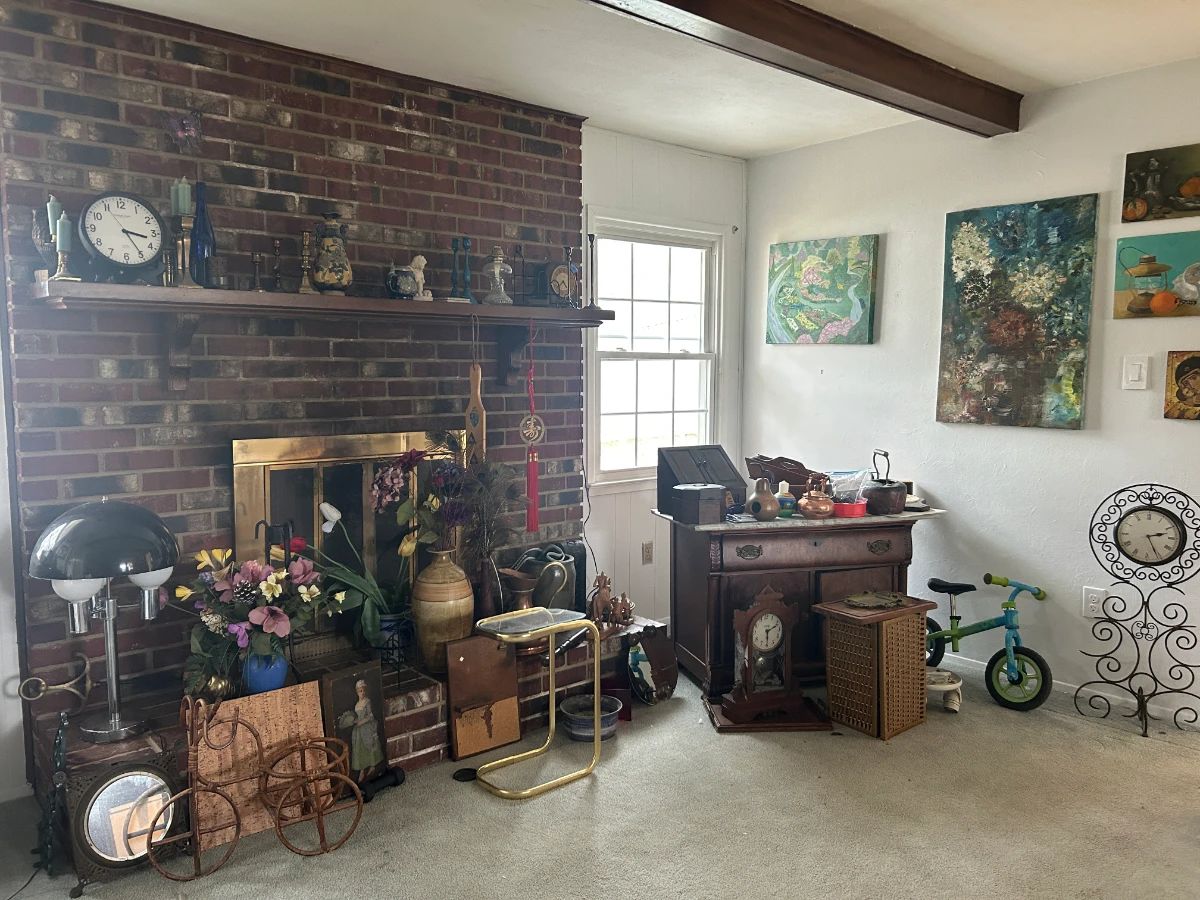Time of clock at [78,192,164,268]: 3:24
